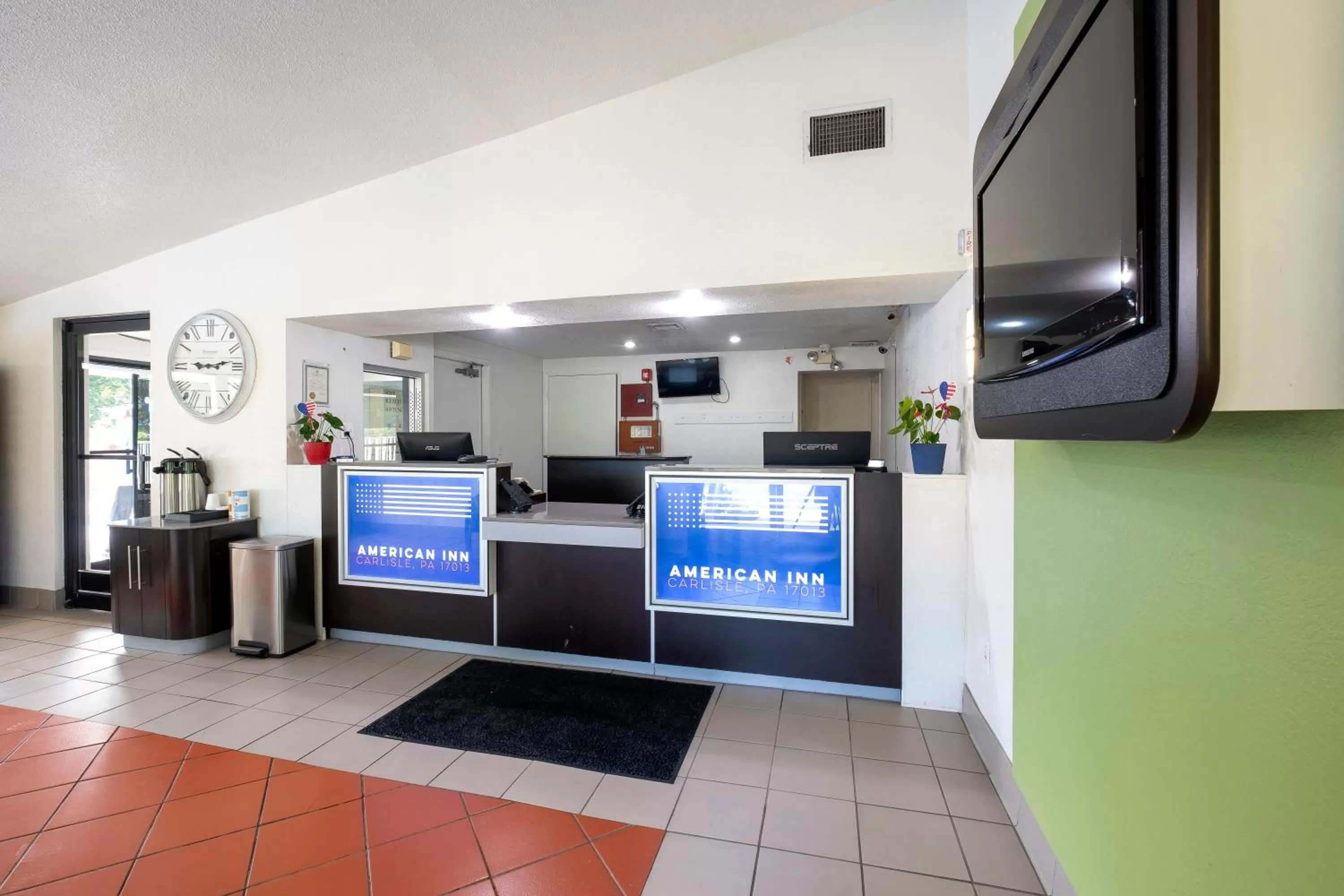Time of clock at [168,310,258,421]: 9:13
